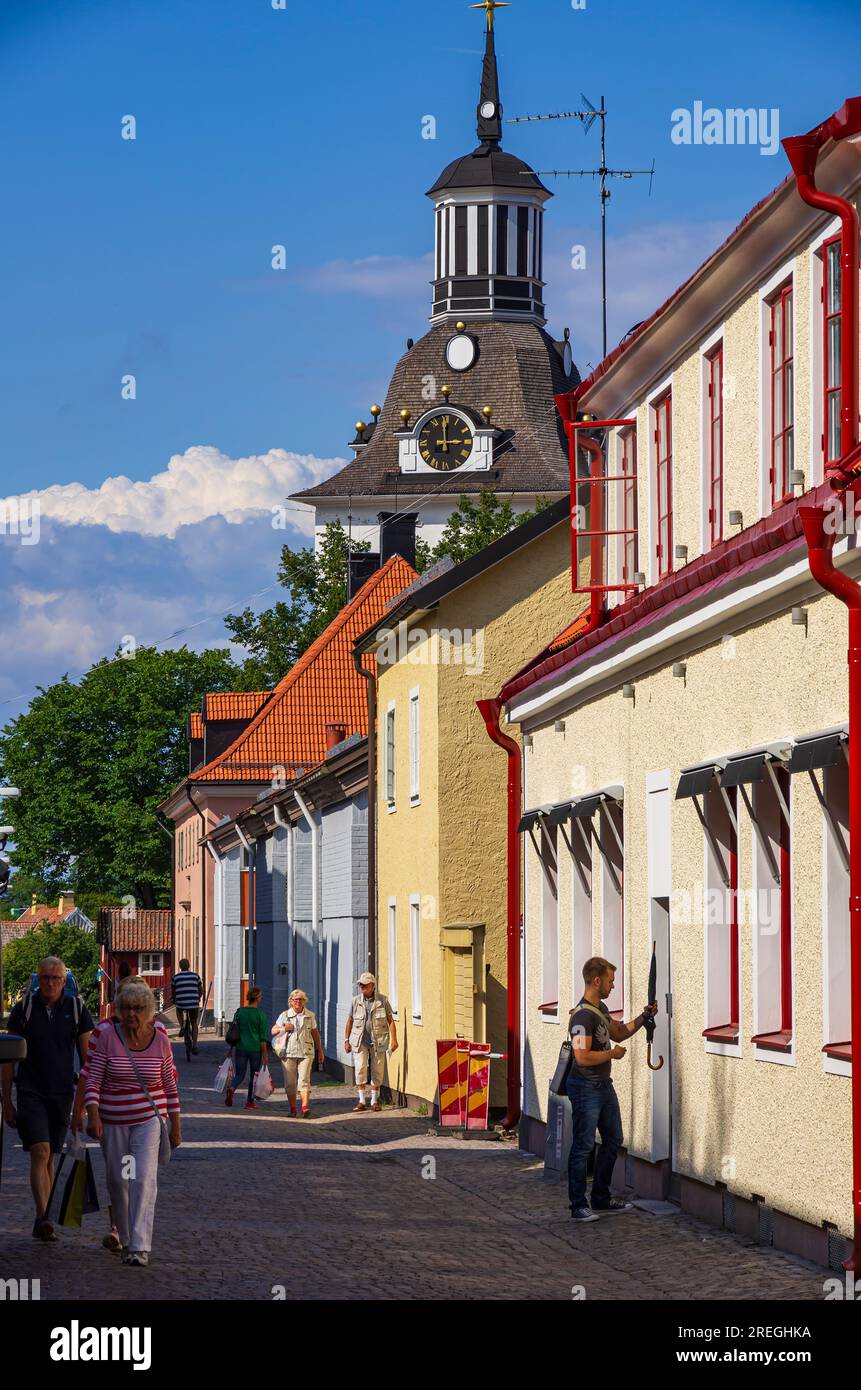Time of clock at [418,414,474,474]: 2:59
